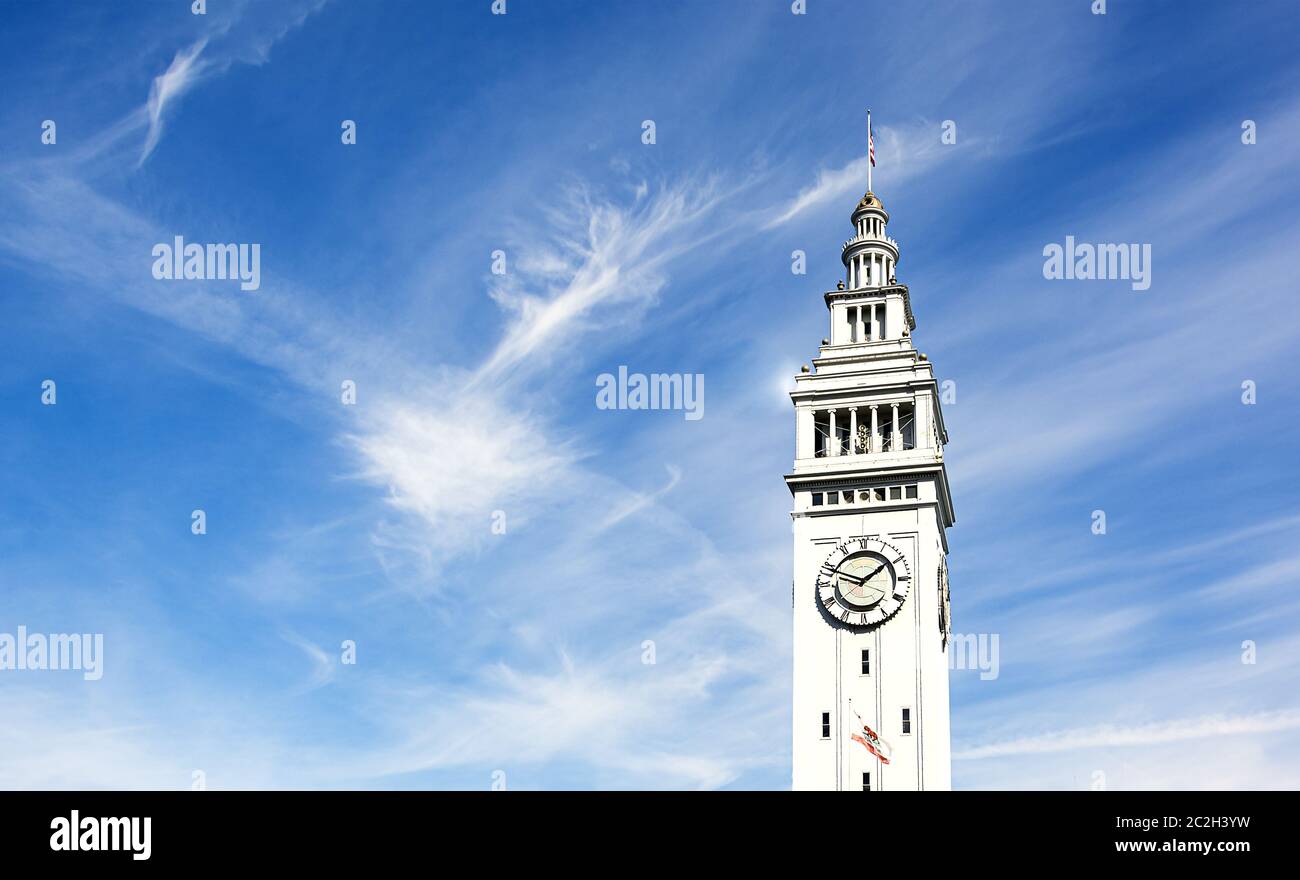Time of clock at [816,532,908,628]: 1:48
